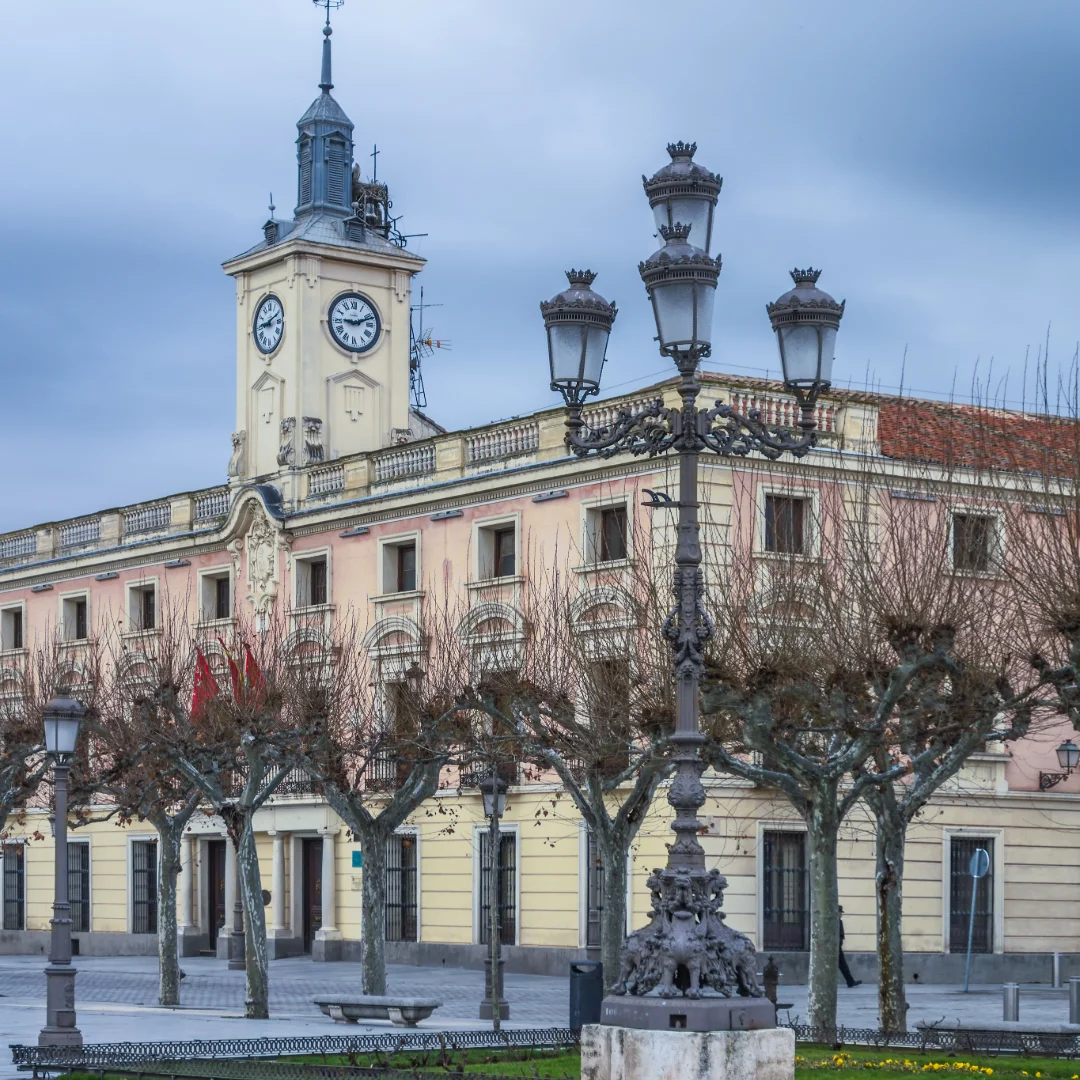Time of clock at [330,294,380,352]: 9:11
